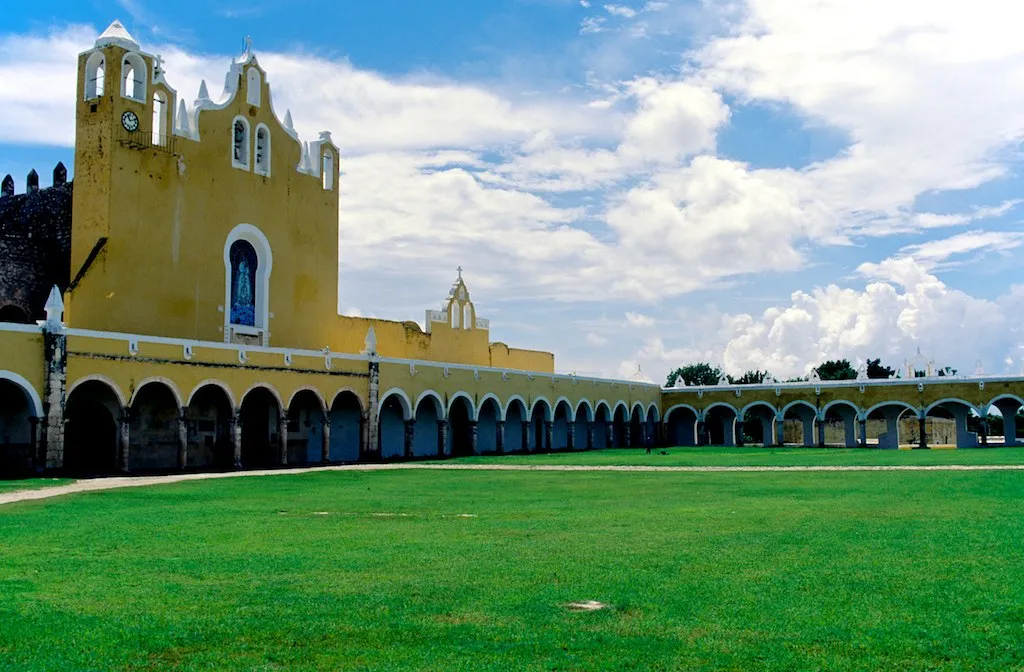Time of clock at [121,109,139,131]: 11:12
